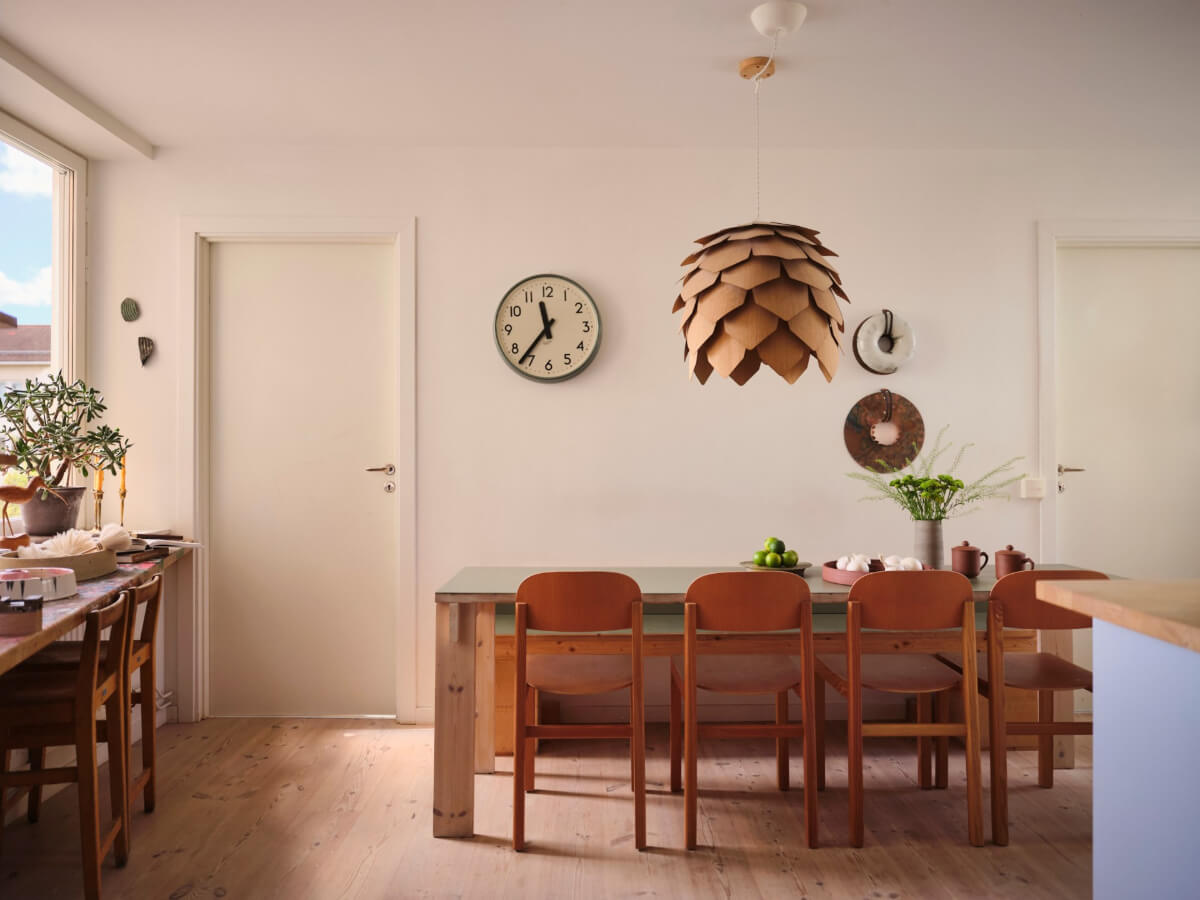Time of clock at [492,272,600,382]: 11:36
